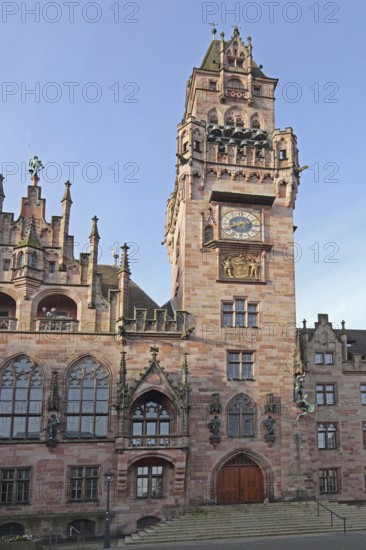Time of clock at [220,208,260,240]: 8:15
